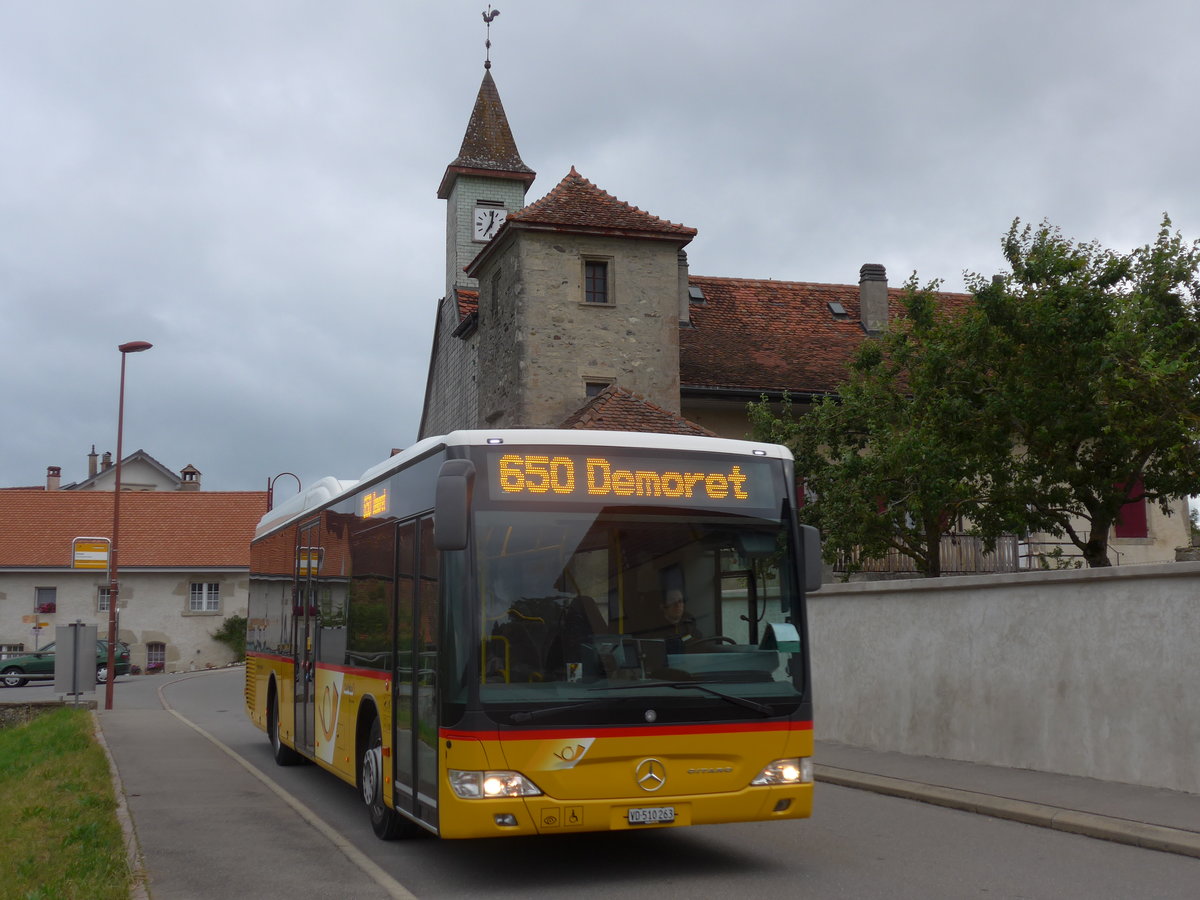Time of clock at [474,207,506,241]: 7:01
